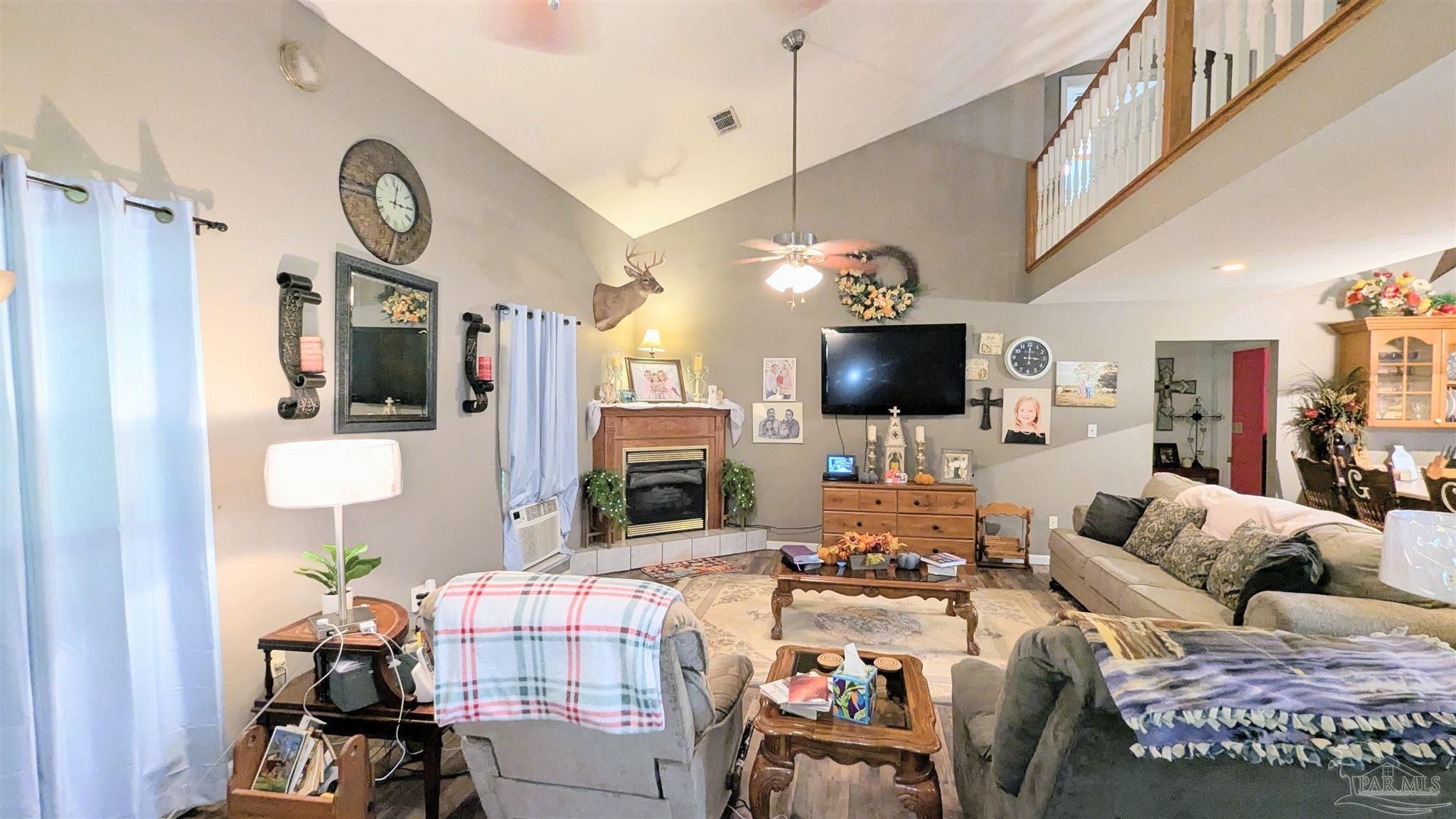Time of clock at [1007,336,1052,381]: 3:00
